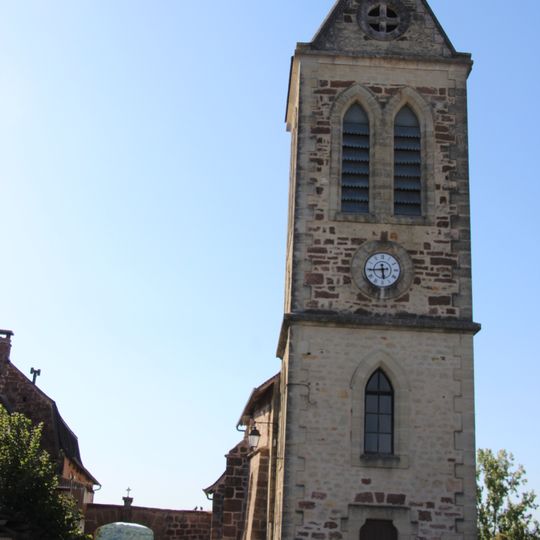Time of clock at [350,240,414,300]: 5:44
